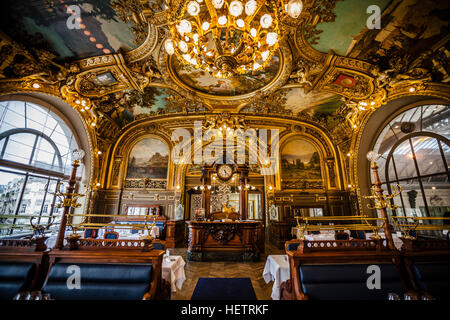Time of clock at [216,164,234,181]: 5:22
